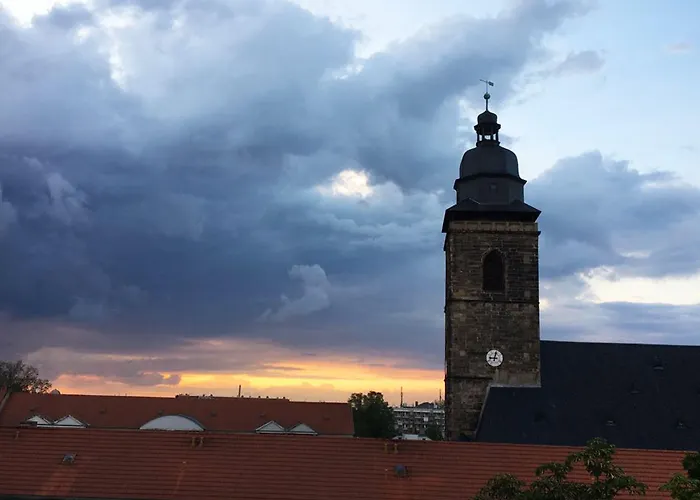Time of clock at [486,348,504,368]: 9:01
